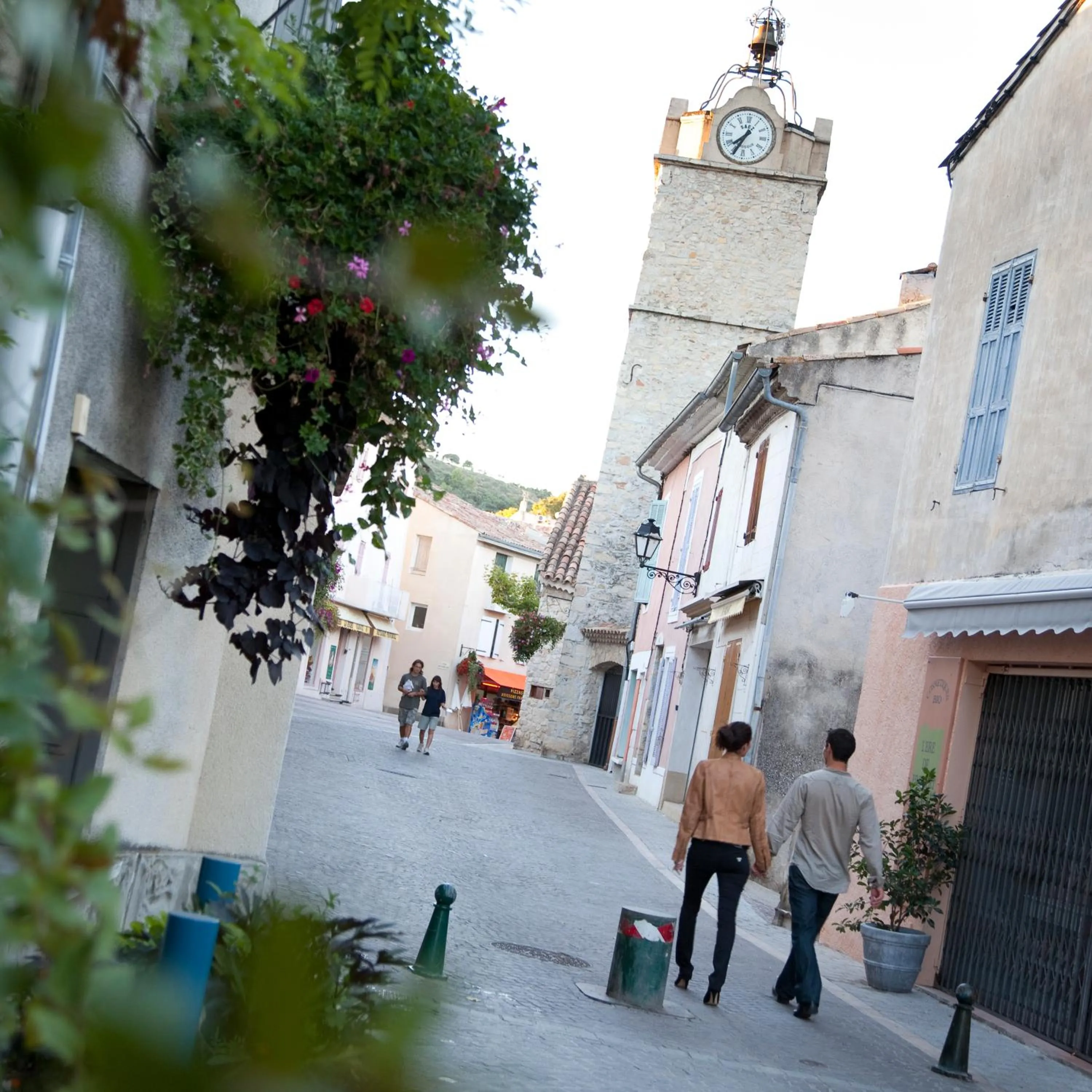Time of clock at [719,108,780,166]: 7:34
